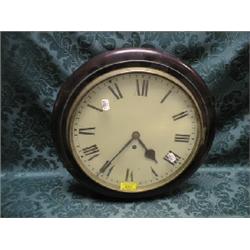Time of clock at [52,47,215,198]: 4:35
